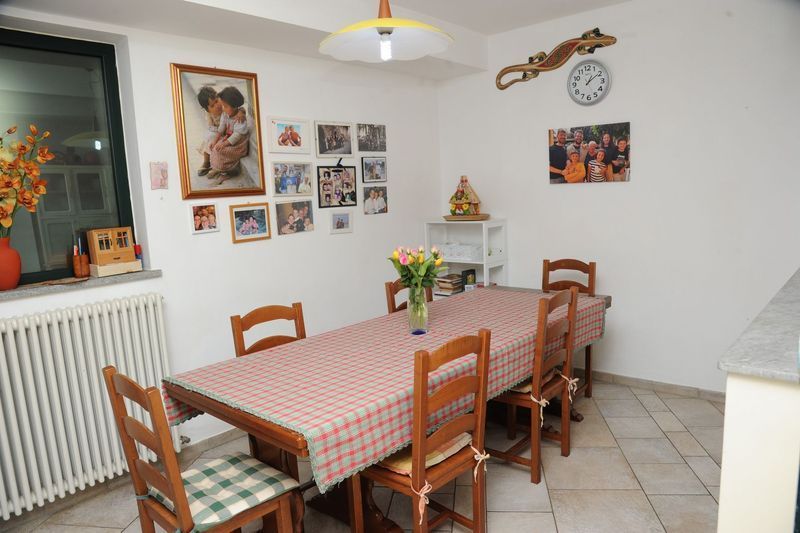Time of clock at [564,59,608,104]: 1:09
